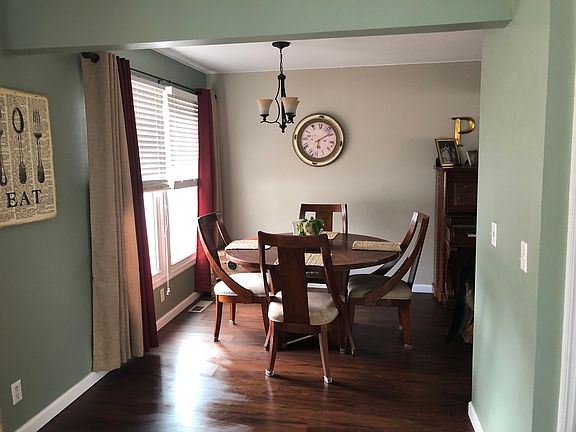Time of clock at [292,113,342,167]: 6:08
